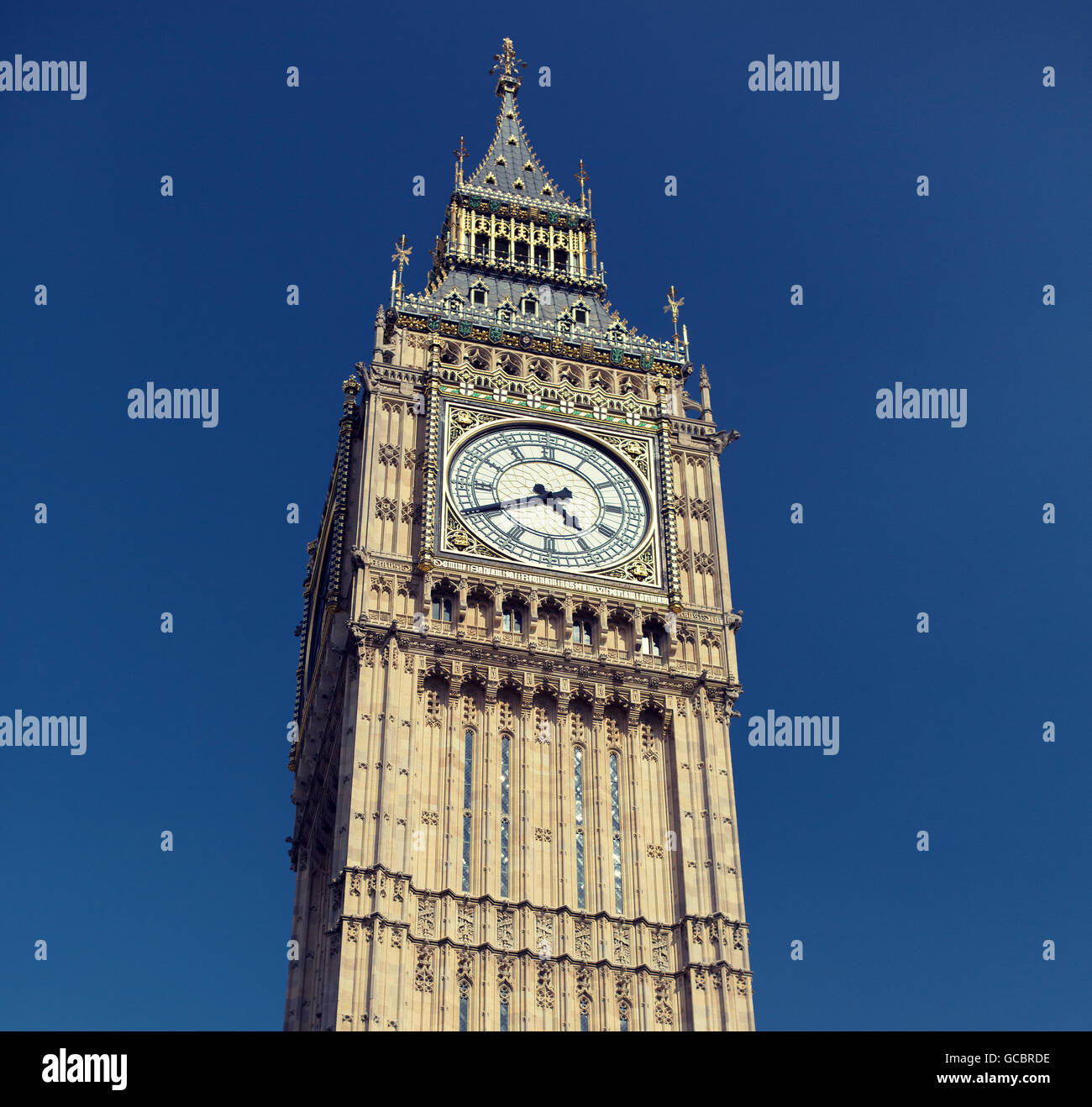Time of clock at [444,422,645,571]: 4:40
